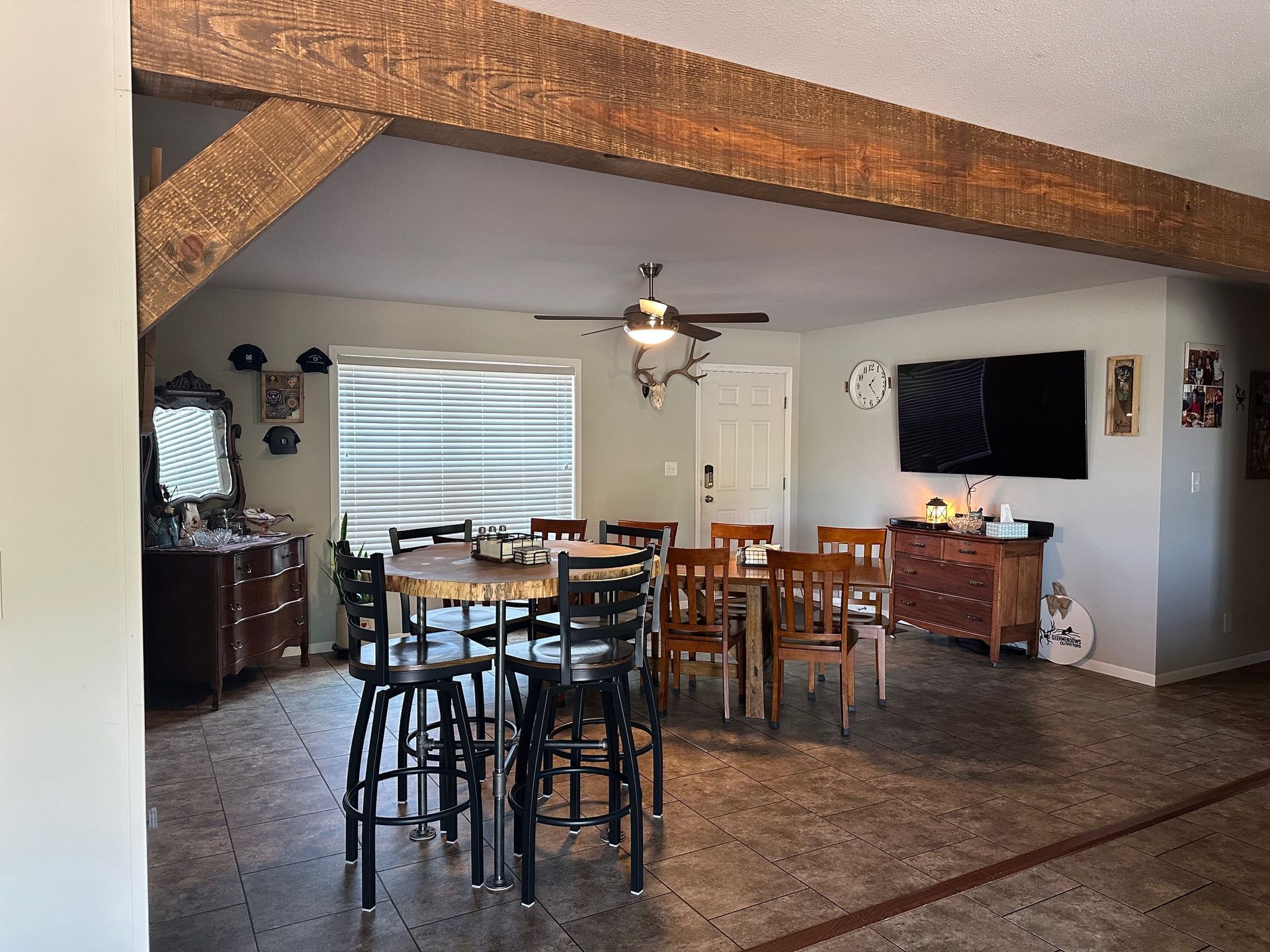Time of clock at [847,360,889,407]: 1:23
